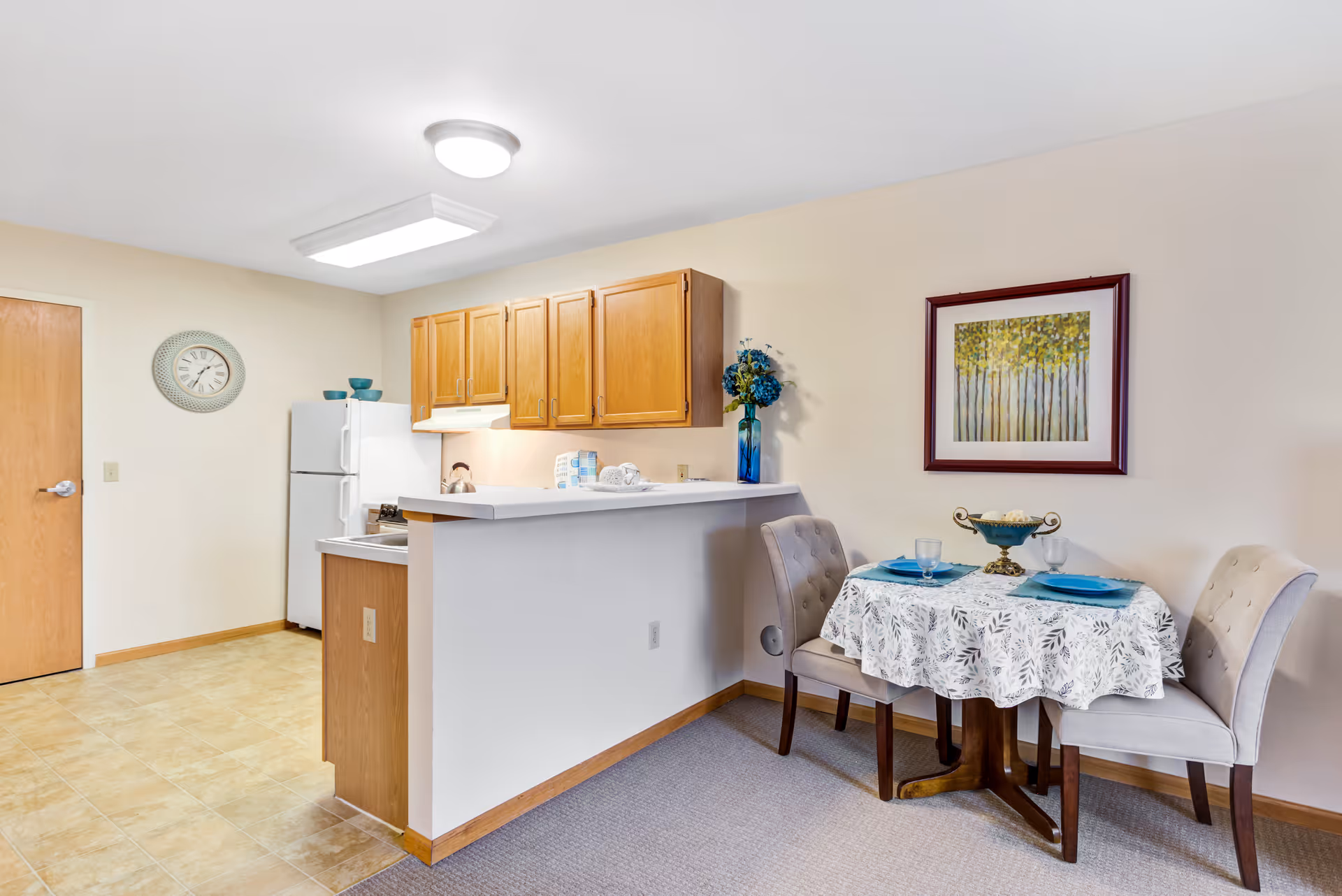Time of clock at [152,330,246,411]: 1:33
